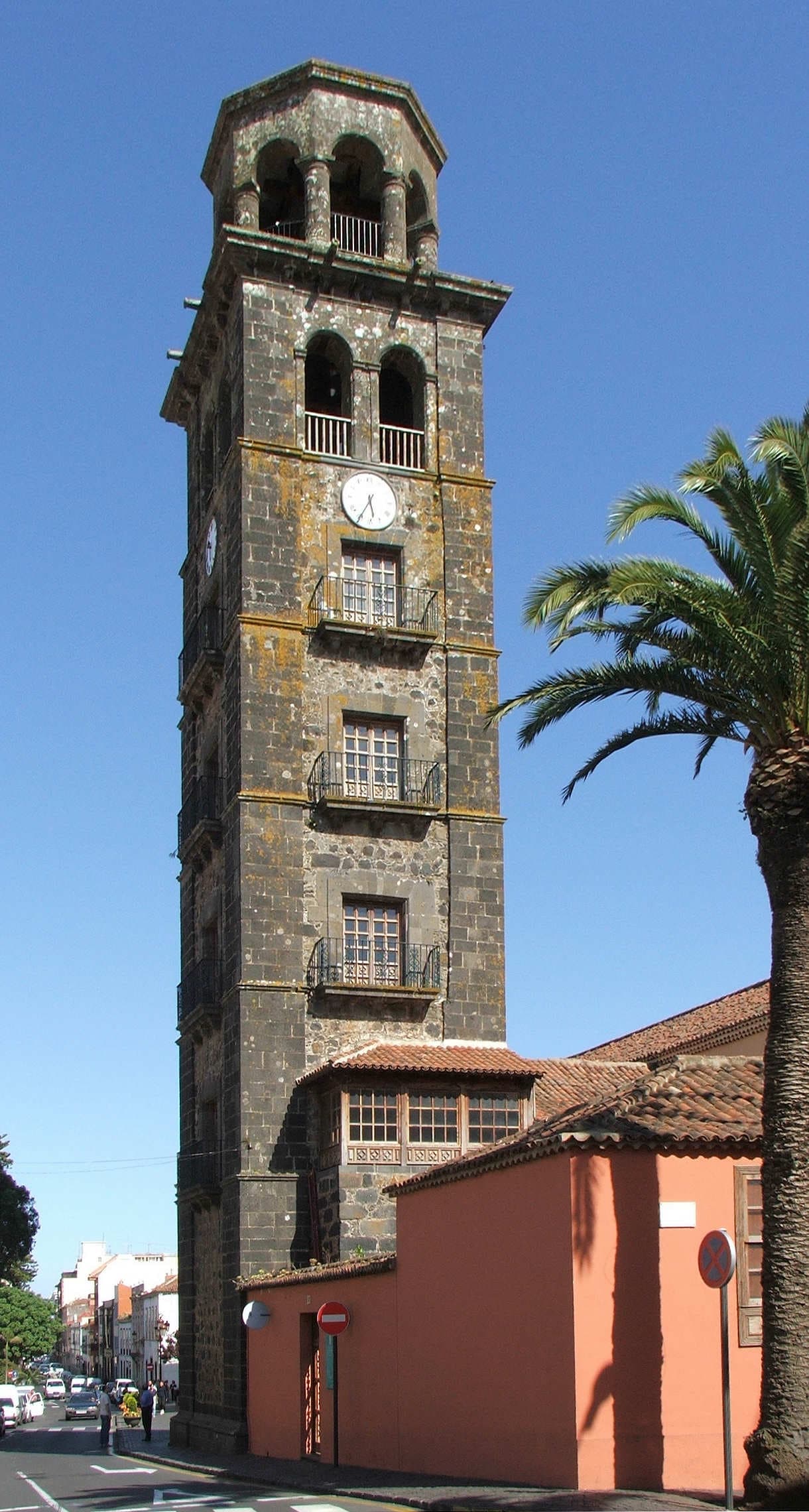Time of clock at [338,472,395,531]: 5:35
